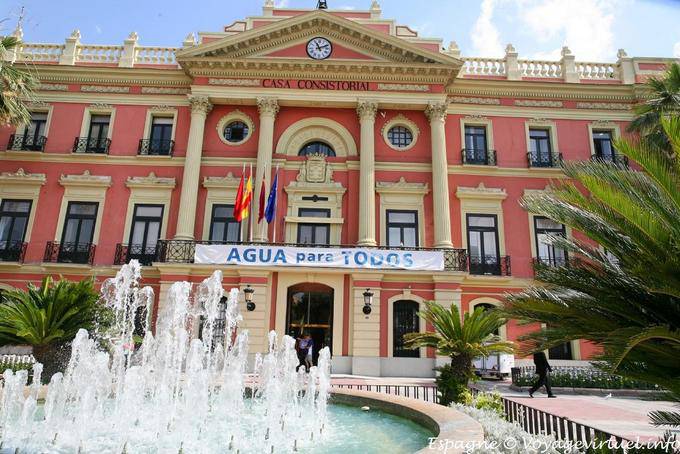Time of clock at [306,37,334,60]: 11:11
